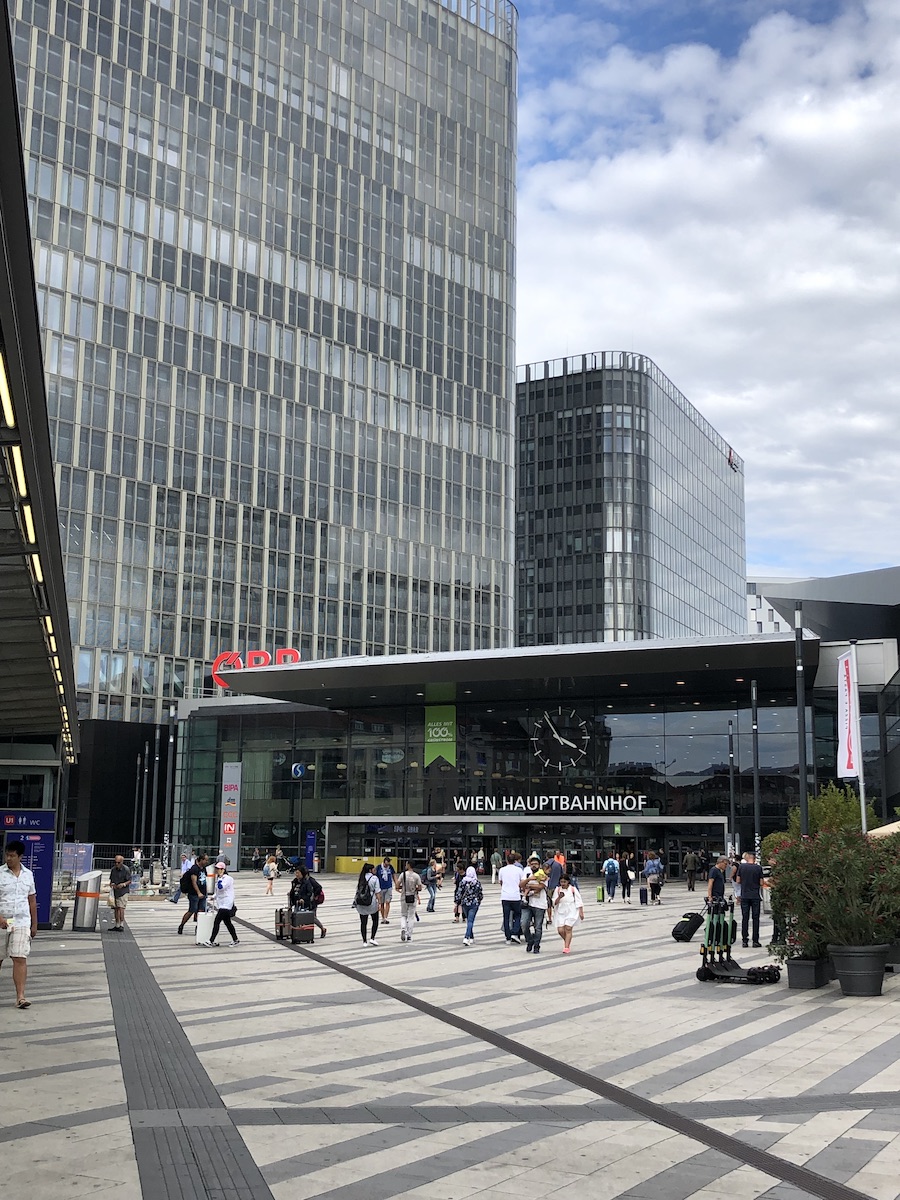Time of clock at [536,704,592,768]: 3:54
